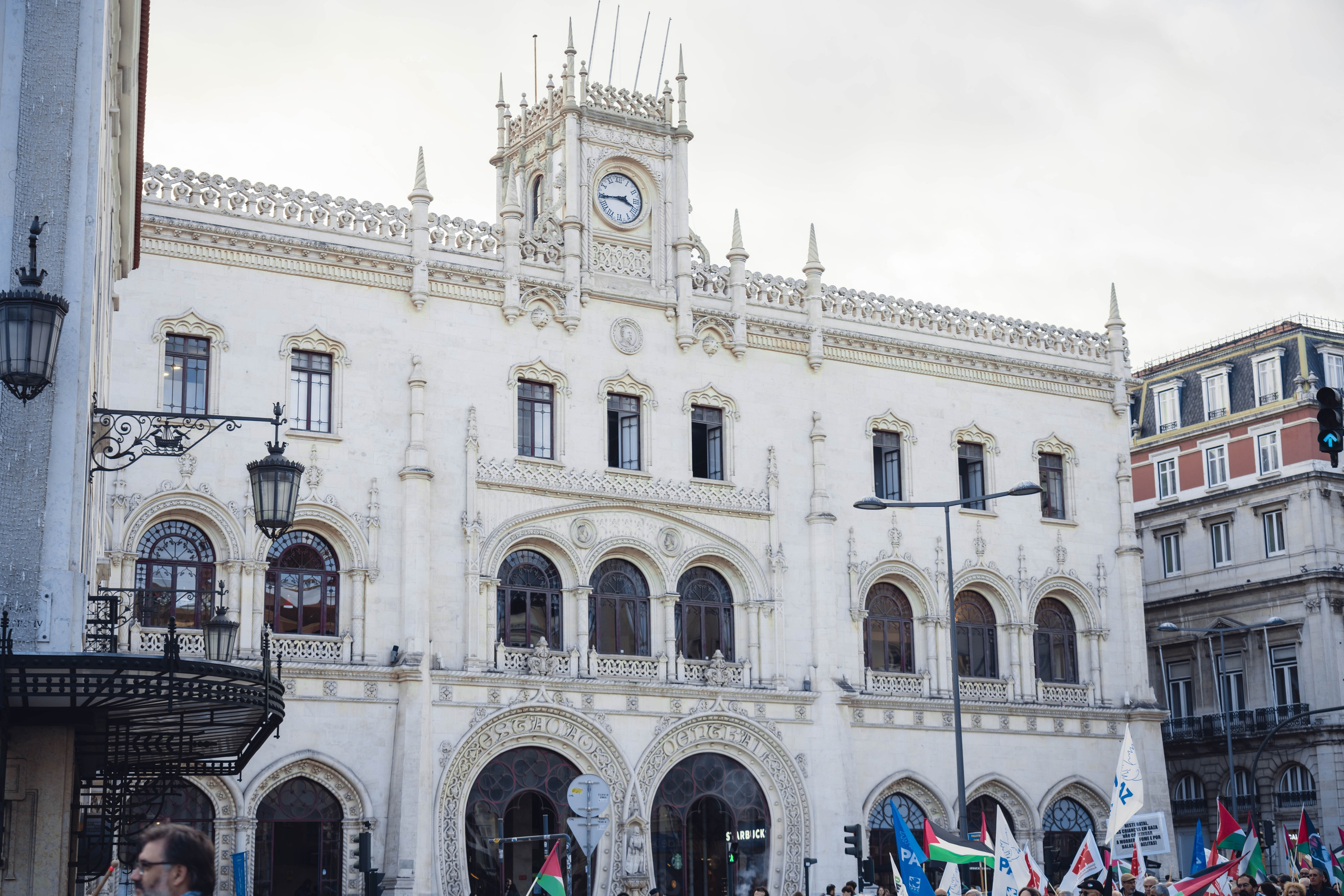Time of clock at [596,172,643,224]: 3:44
